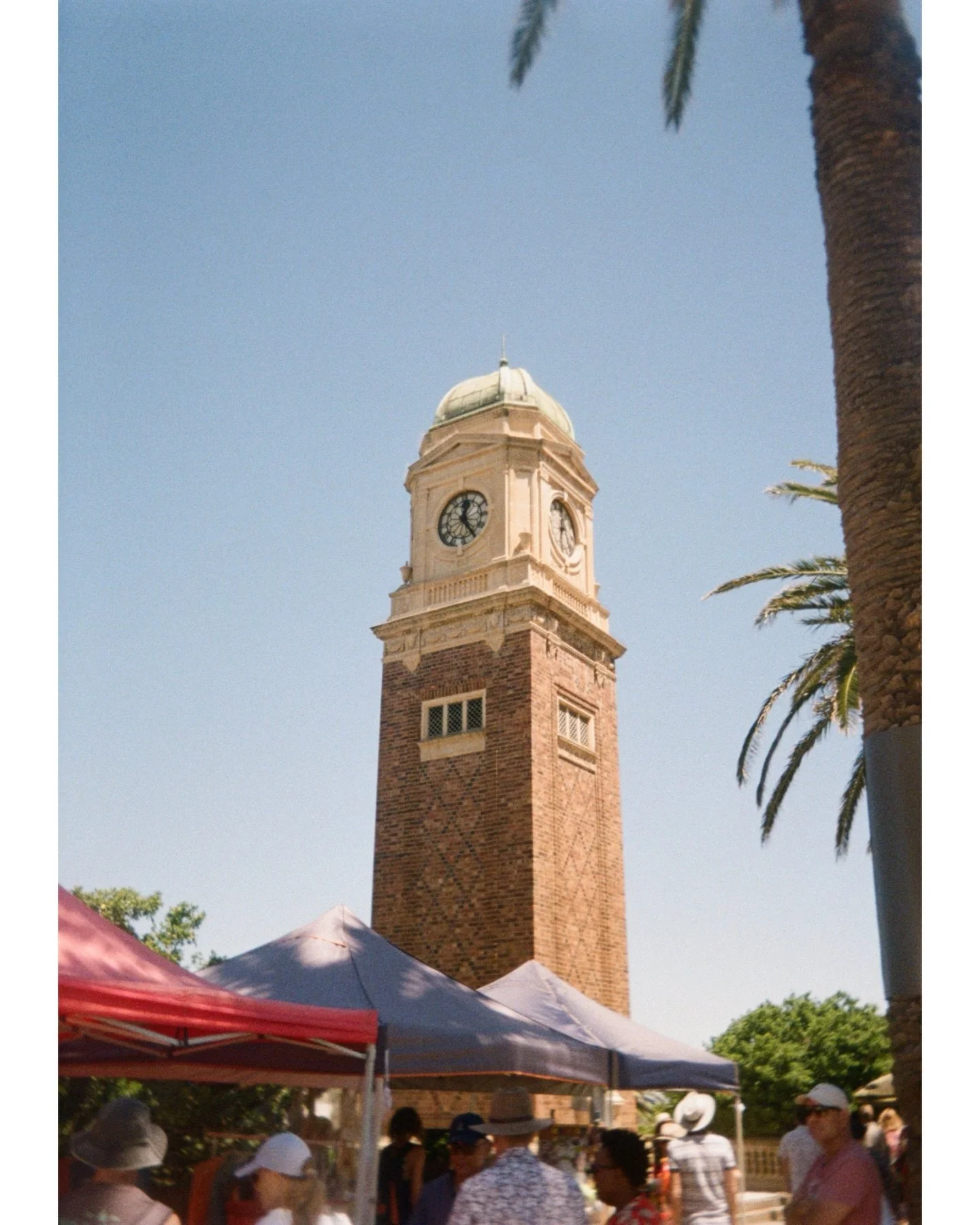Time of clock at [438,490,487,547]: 12:24
